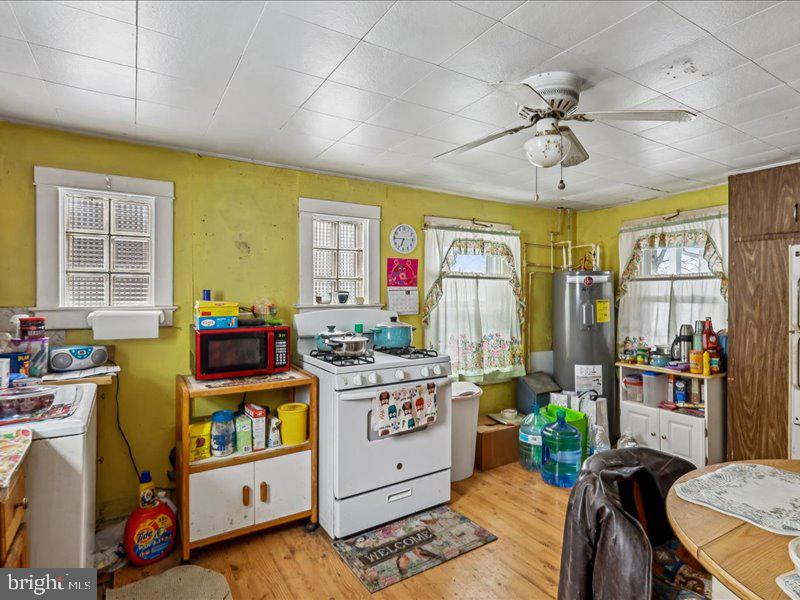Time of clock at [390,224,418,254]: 6:45
